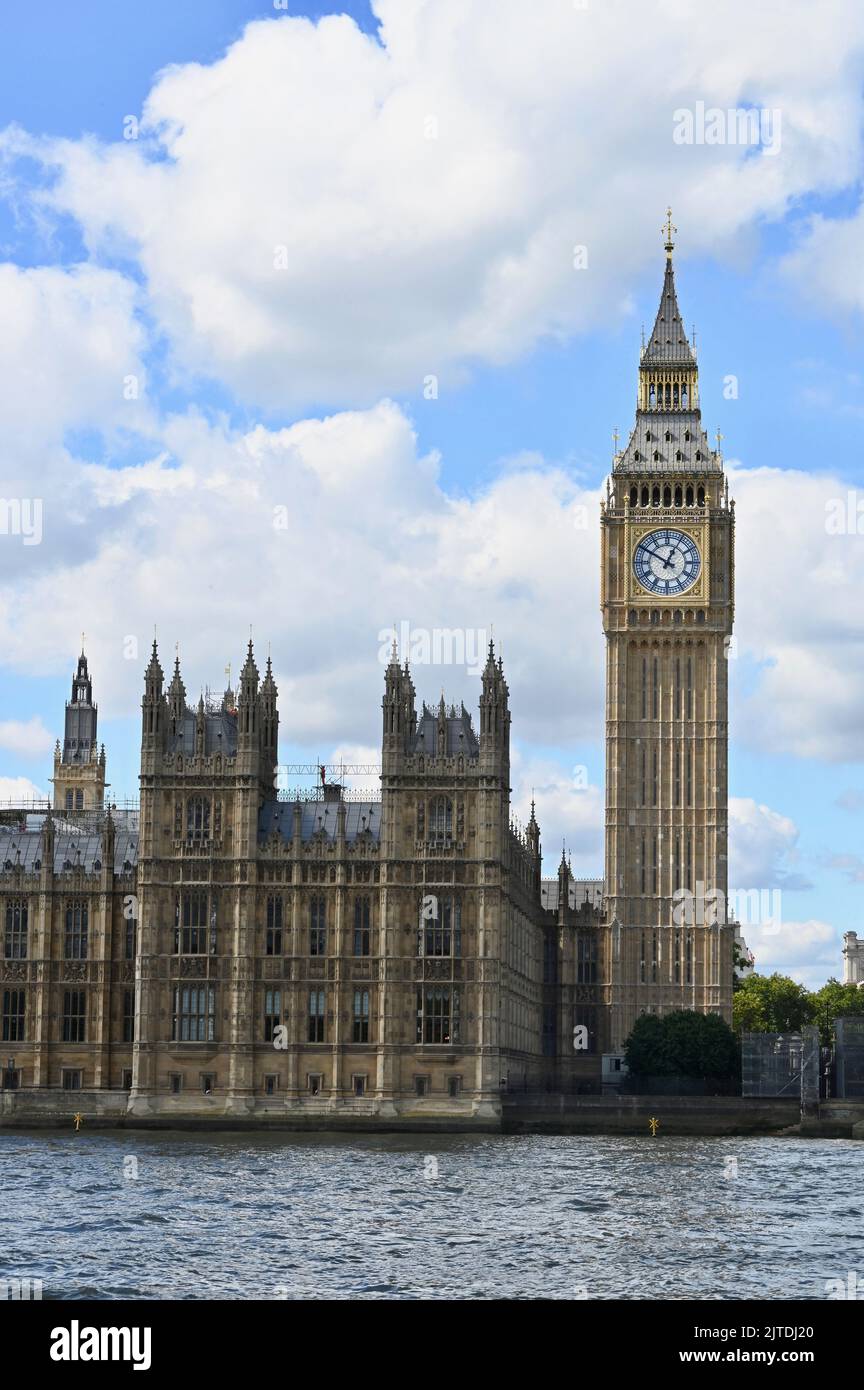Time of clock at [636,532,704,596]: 12:50
